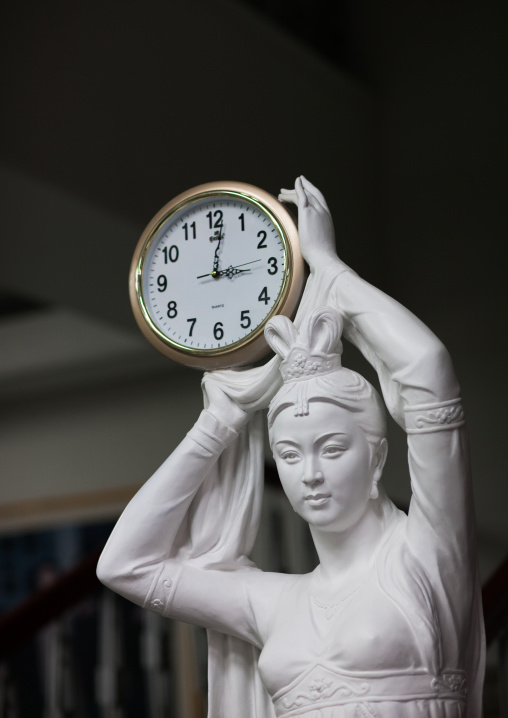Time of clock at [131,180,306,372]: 3:01
